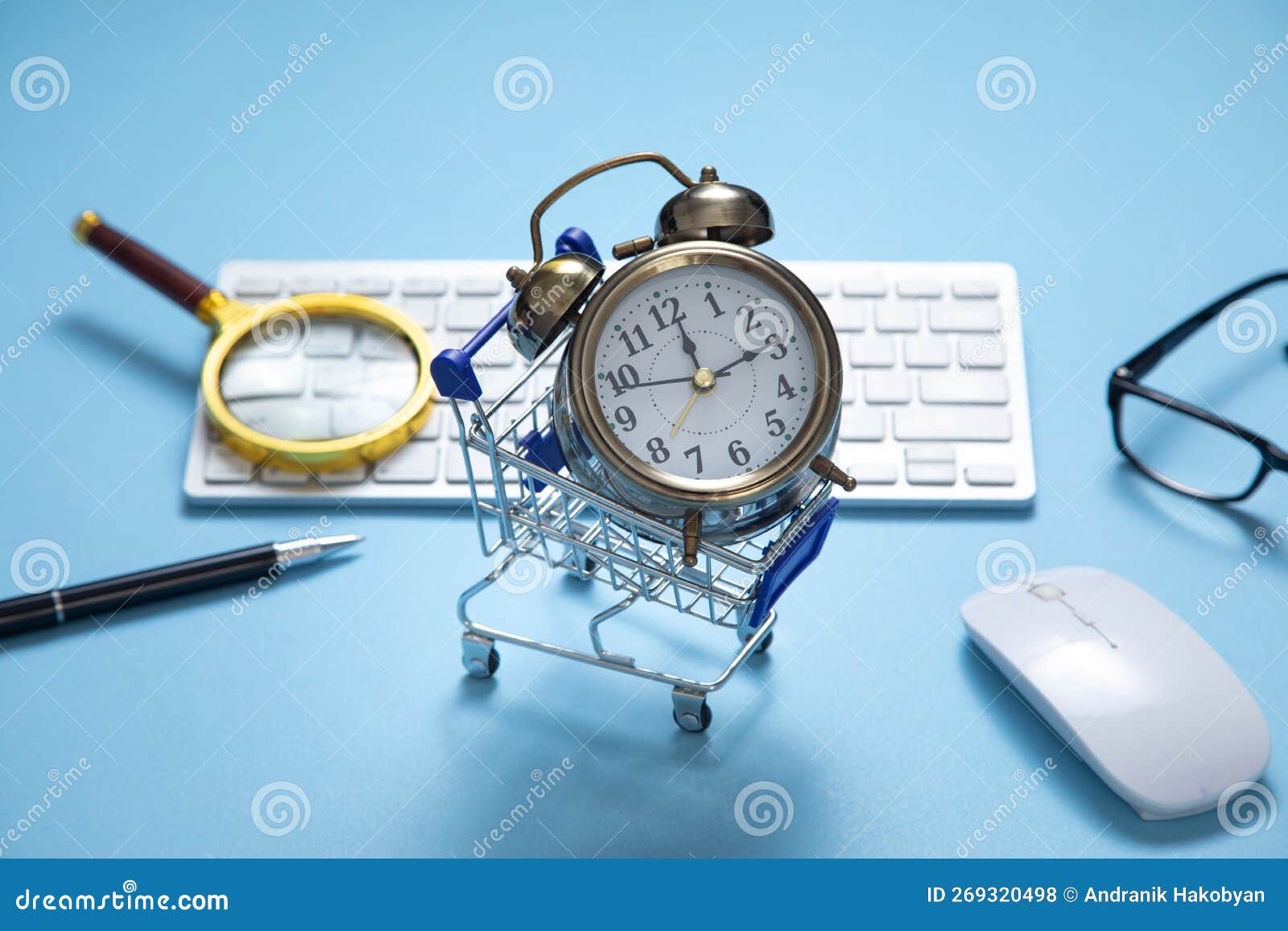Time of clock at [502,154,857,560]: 12:14
